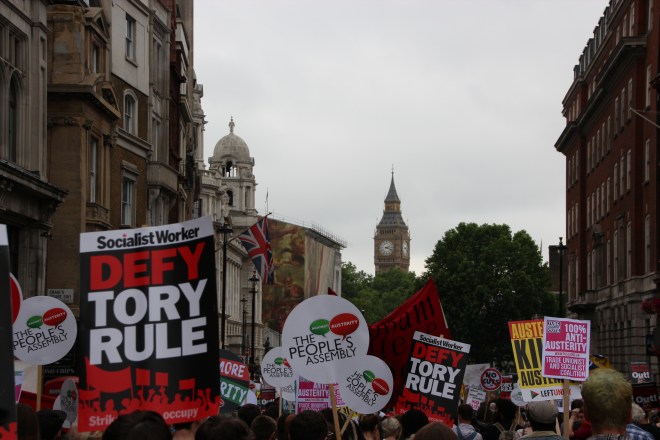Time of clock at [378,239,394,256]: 2:18
